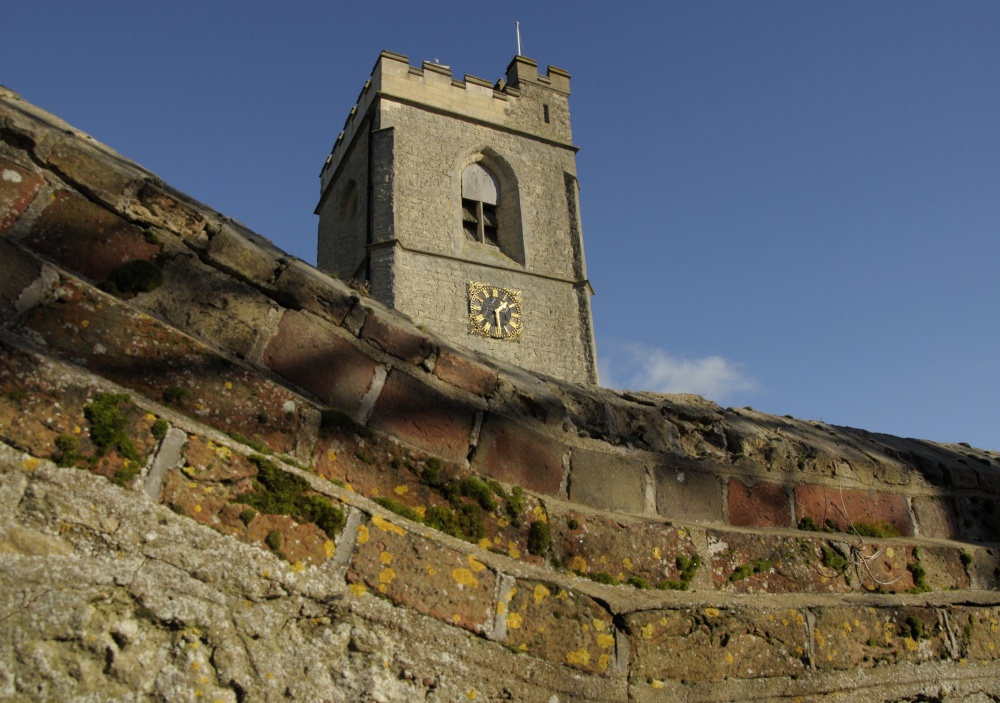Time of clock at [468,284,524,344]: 1:28
